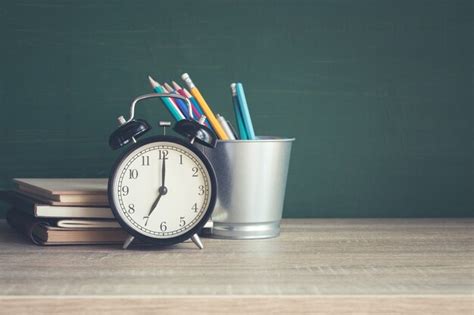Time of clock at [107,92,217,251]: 7:00
